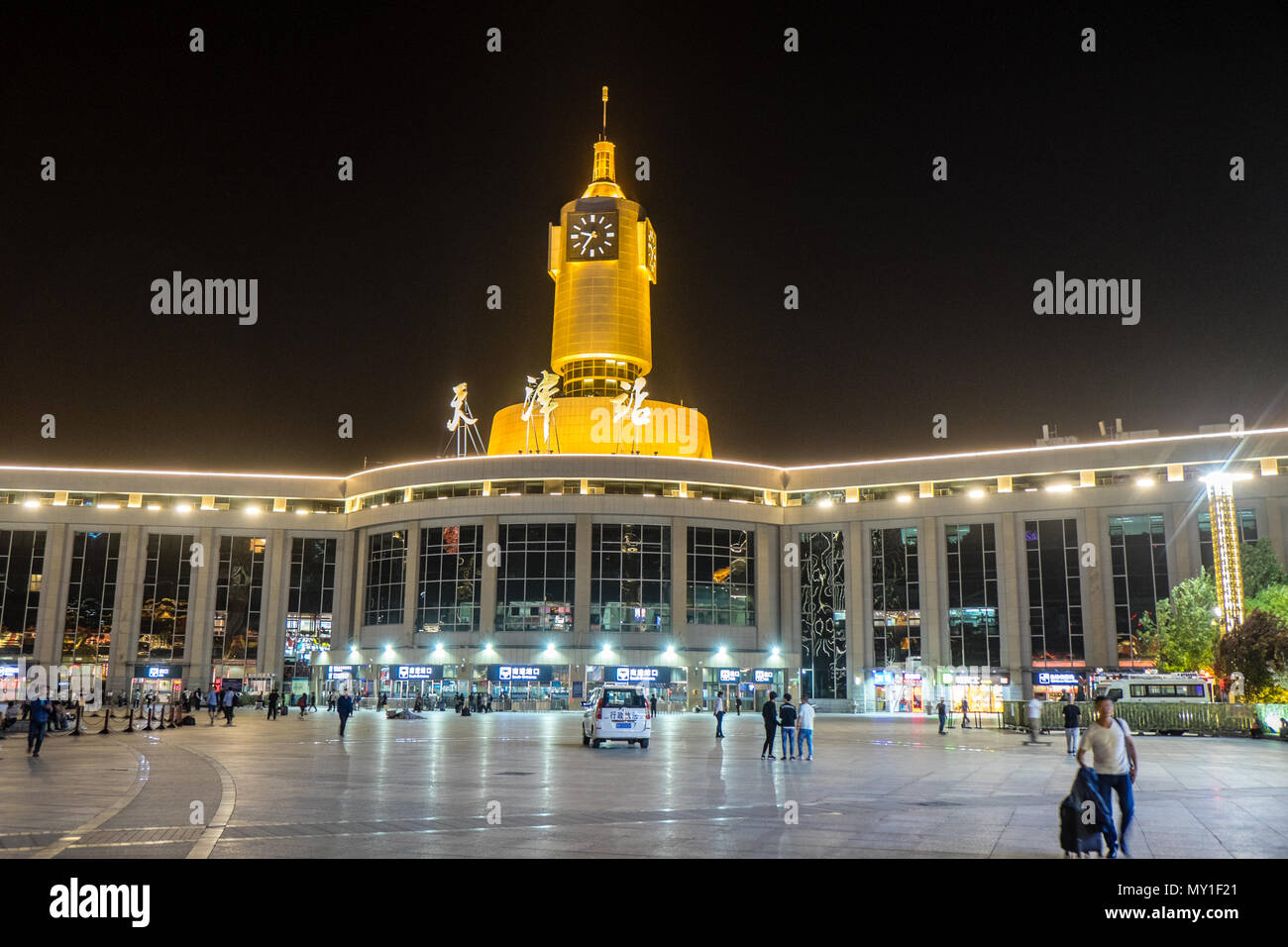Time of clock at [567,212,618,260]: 9:35
